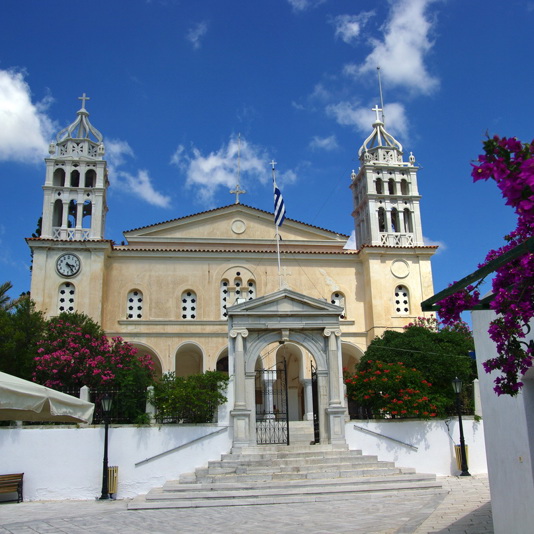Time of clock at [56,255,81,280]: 3:23
